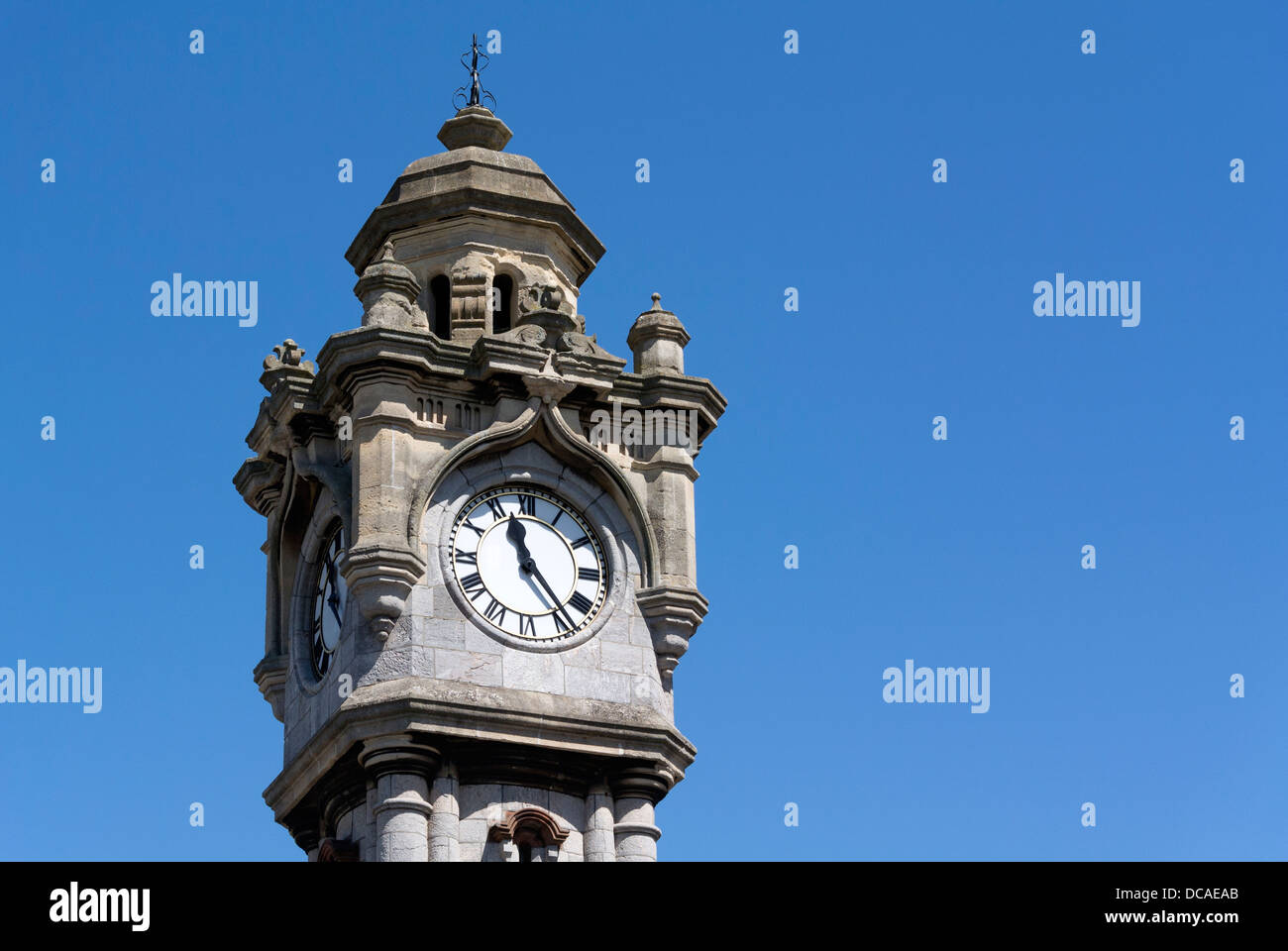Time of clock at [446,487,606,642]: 11:23
